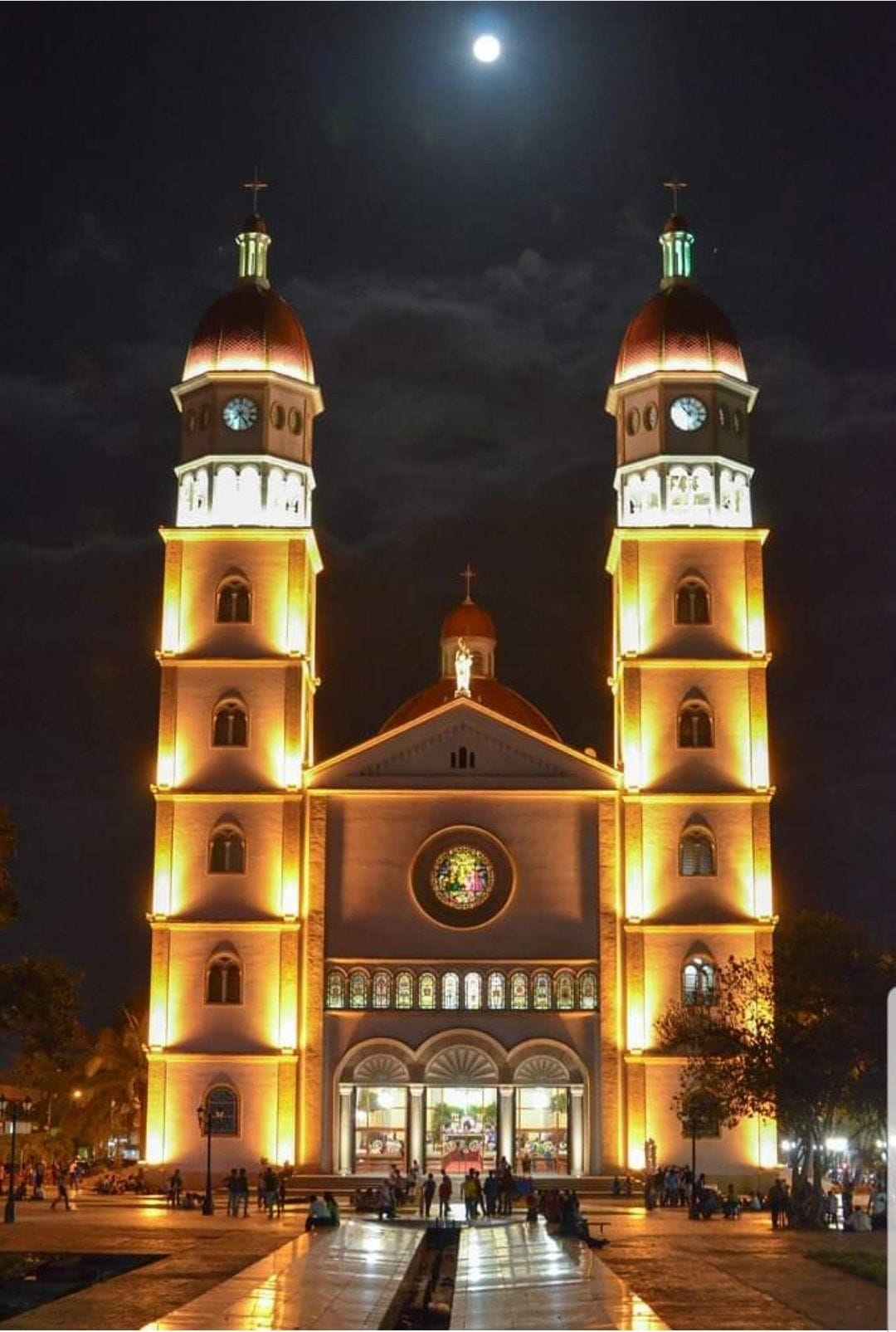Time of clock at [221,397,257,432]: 7:24
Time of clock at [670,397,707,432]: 2:53
